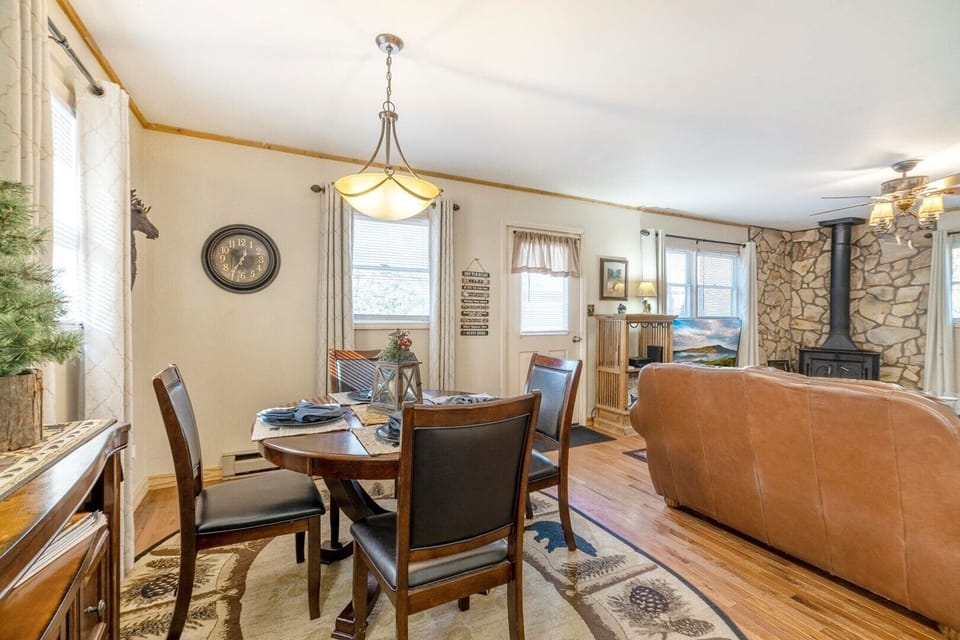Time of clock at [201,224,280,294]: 12:35
